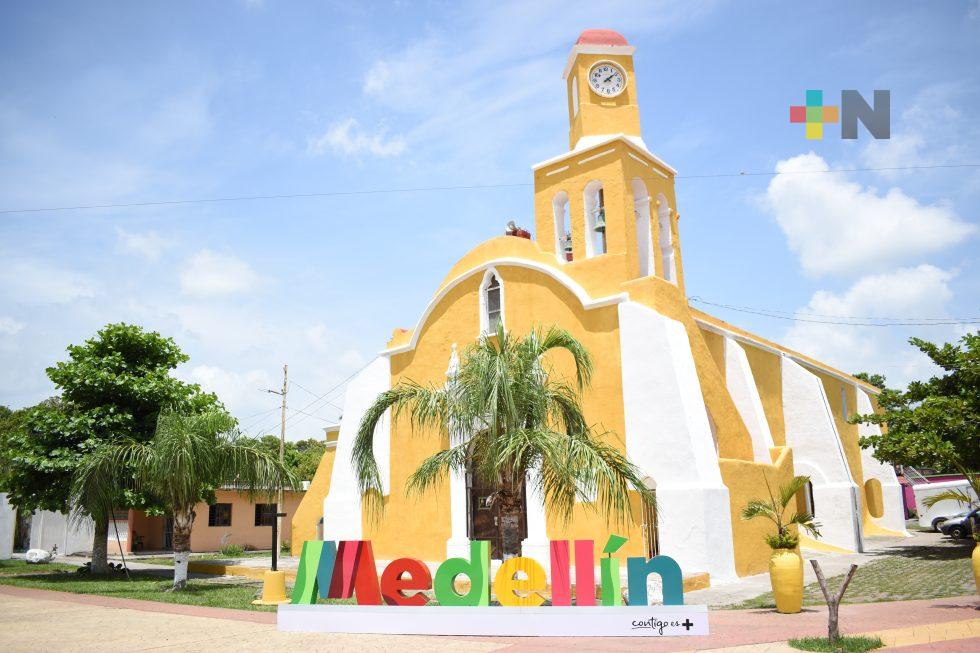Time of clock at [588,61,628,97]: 2:09
